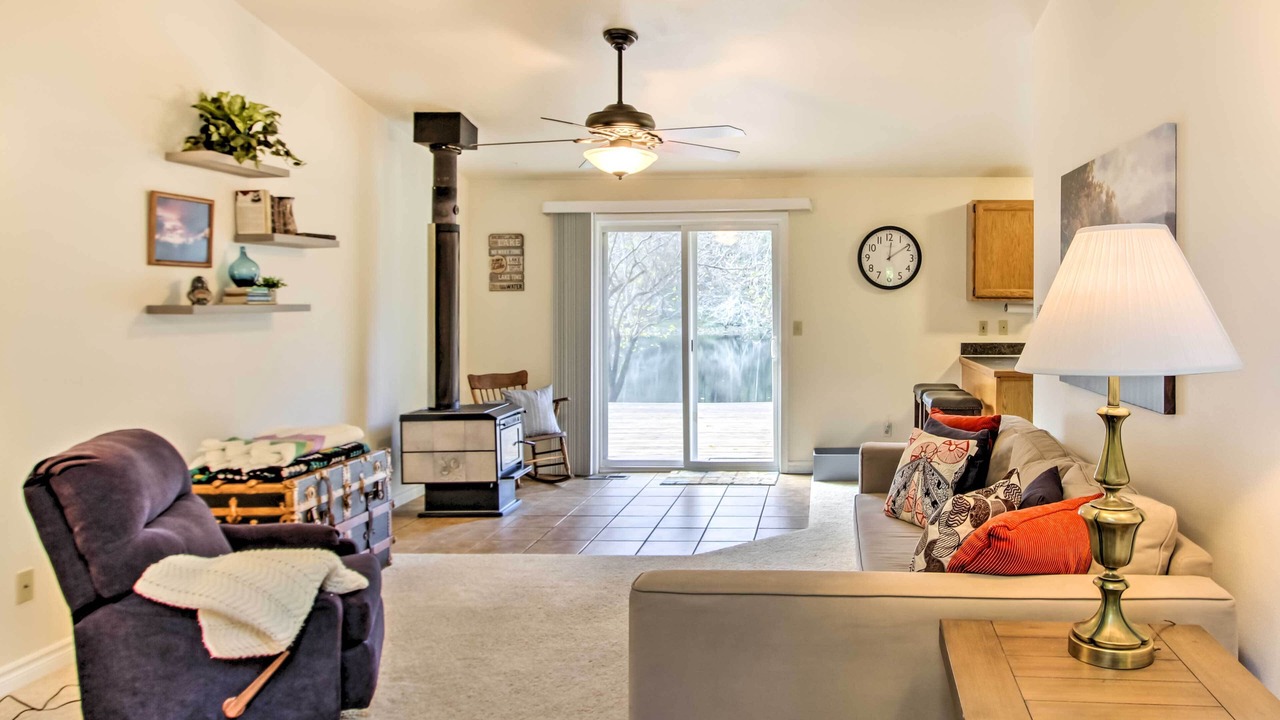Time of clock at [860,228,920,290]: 12:09
